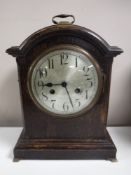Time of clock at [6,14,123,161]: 8:45
